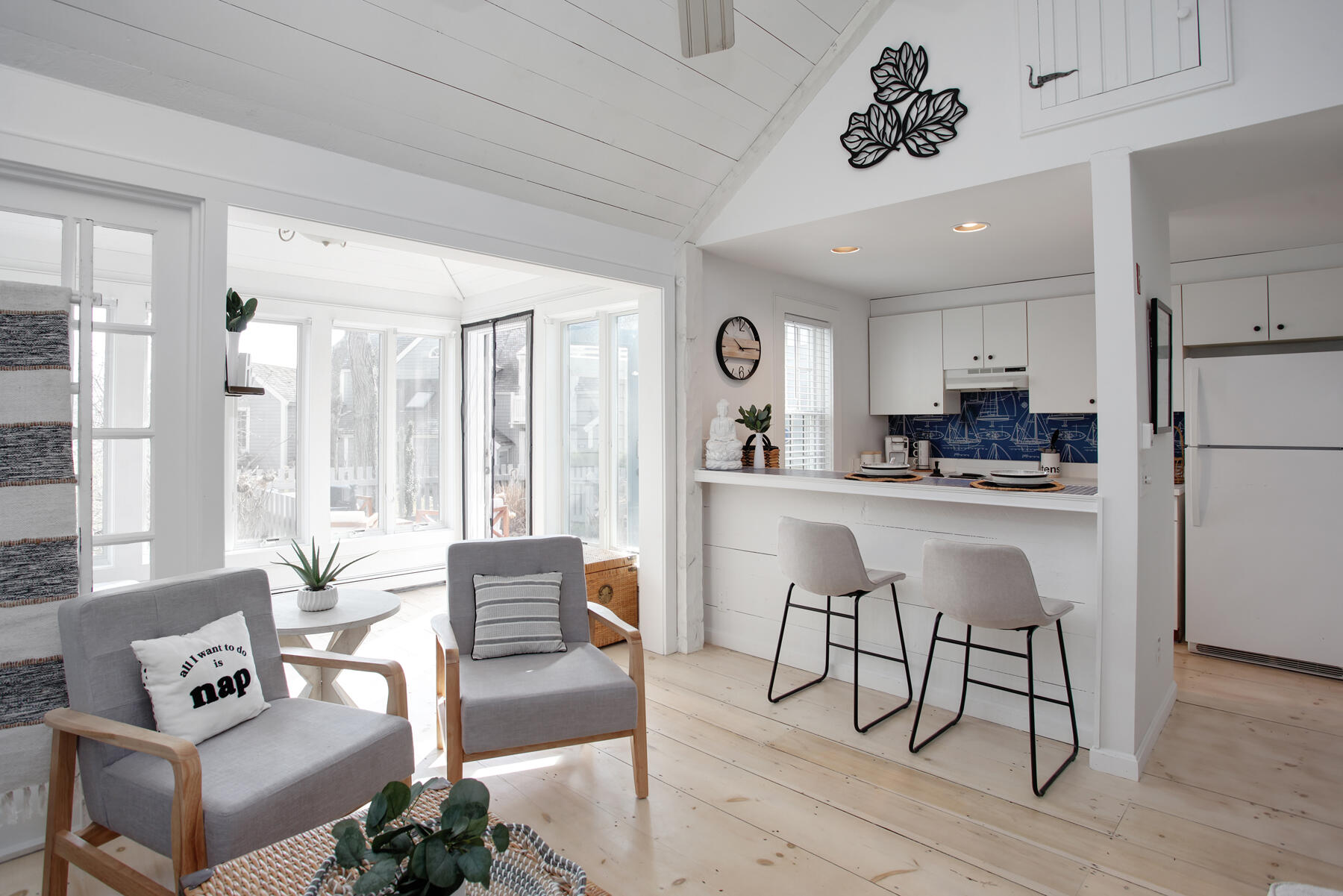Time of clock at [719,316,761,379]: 10:14
